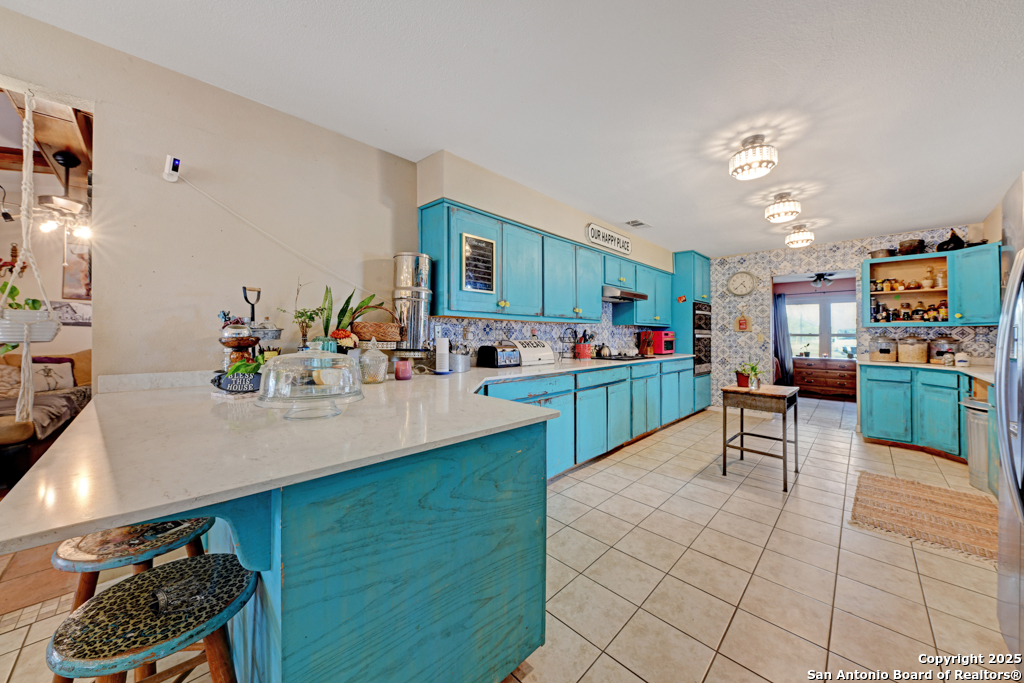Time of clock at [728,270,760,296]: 4:37
